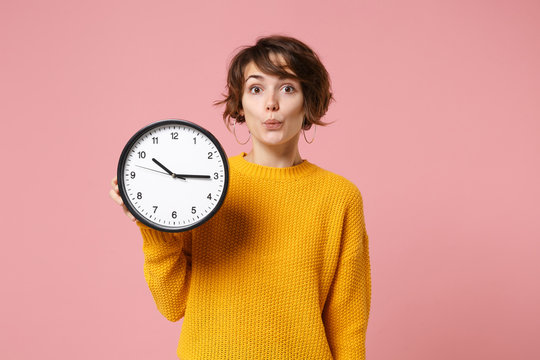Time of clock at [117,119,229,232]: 10:15
